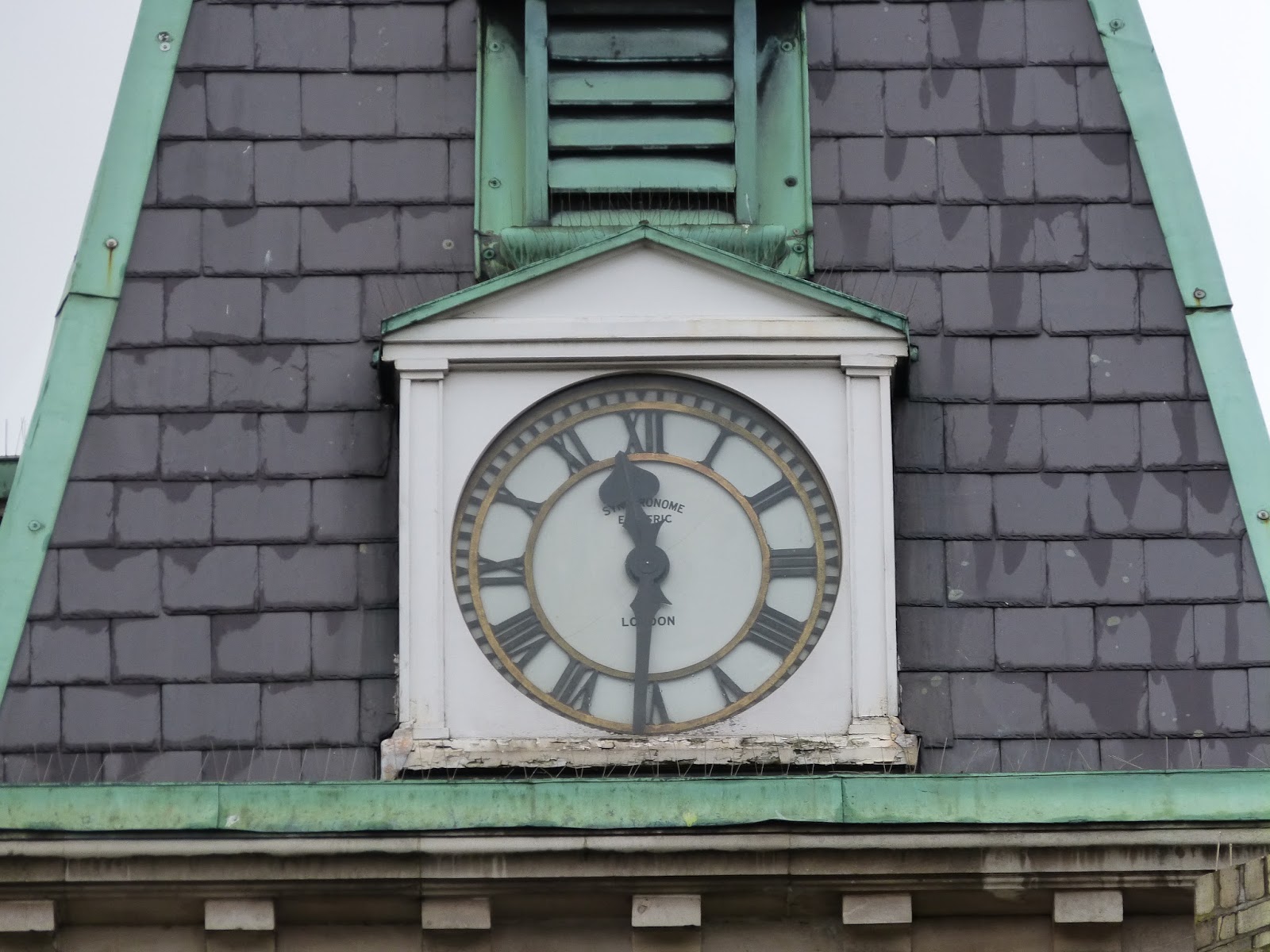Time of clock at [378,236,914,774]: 11:30
